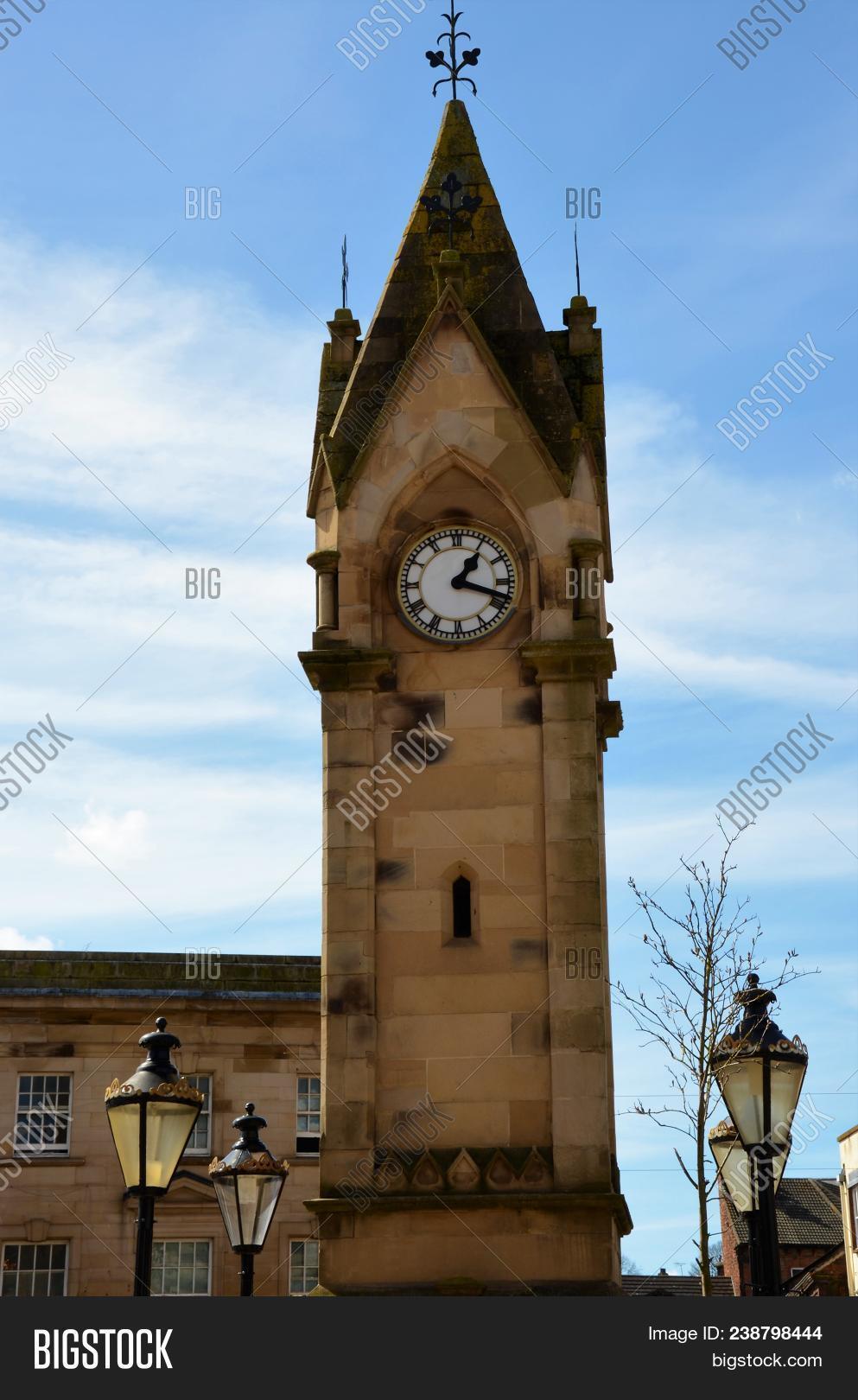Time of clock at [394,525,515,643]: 1:18
